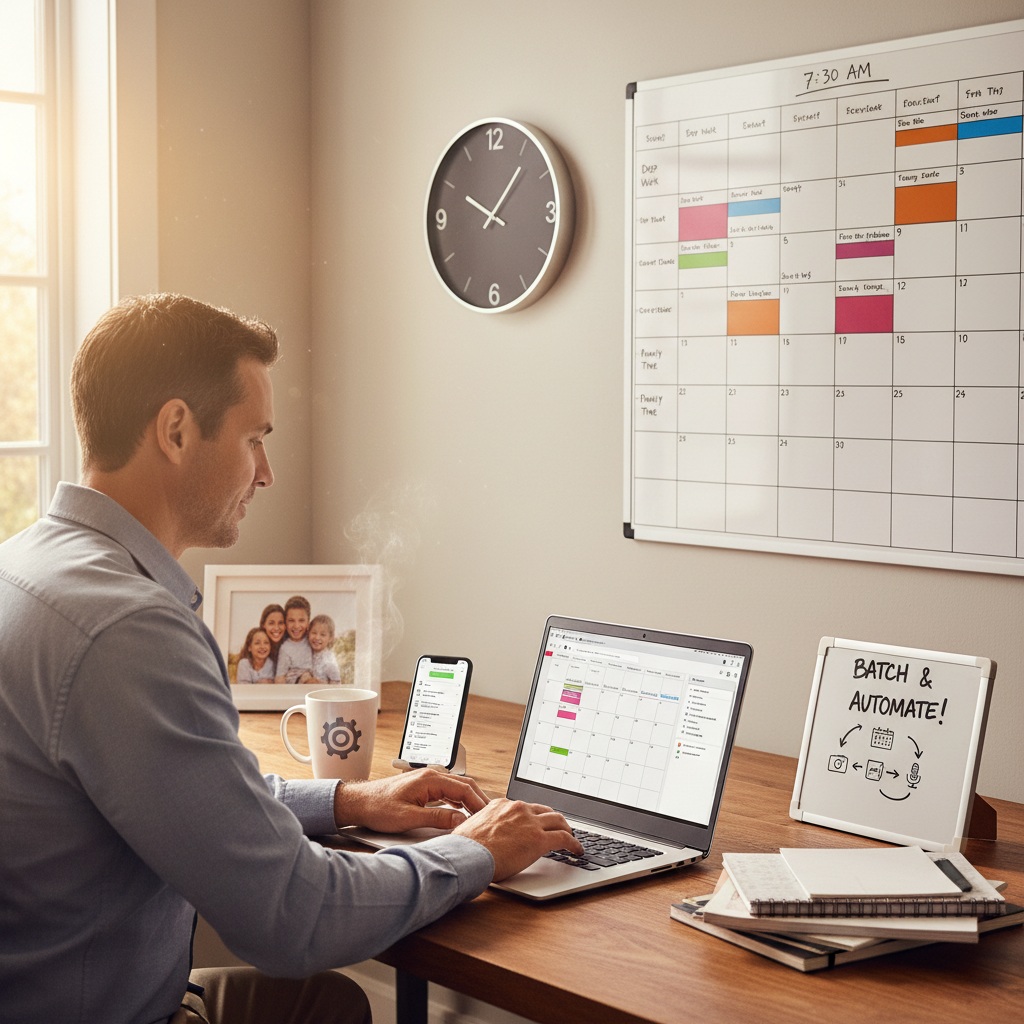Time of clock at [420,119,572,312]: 10:06
